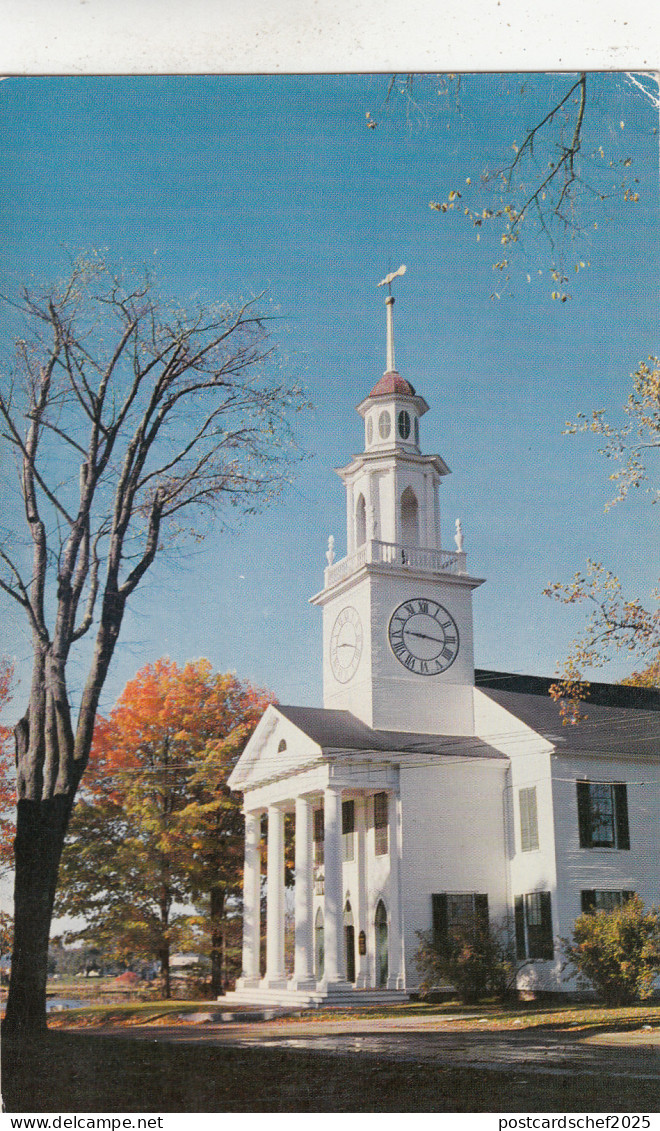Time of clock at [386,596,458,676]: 9:16
